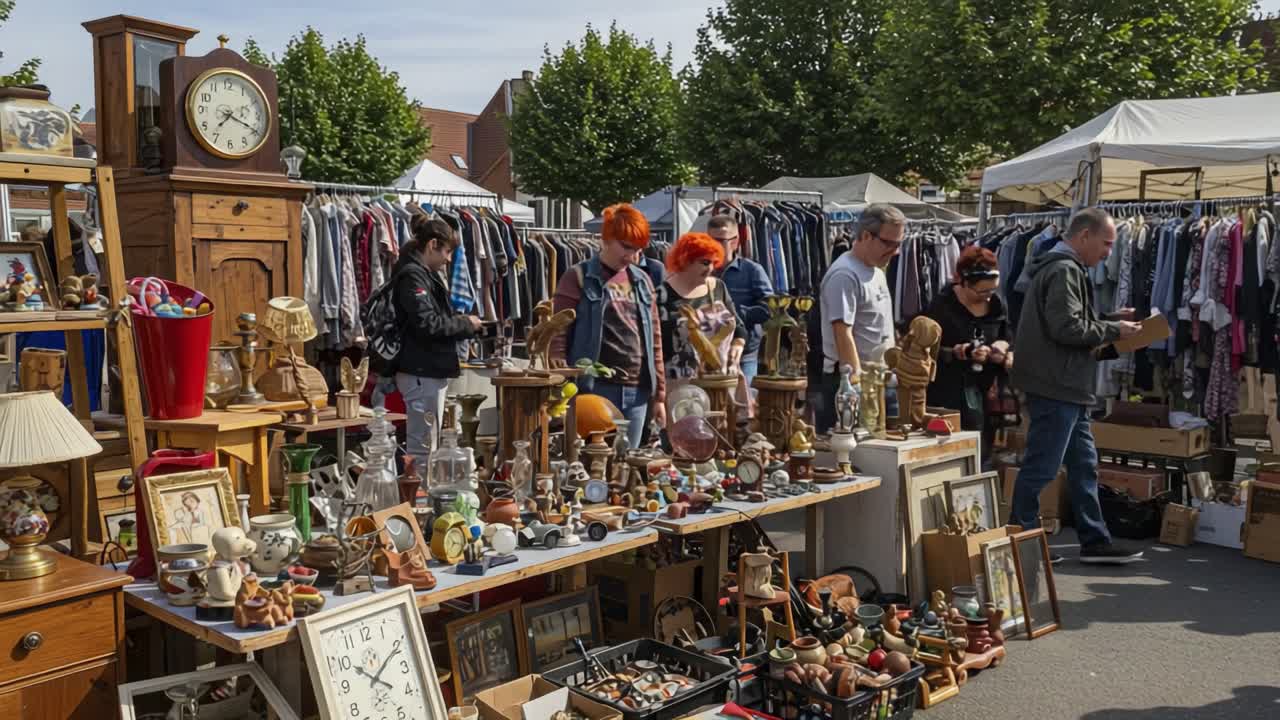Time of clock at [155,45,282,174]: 7:18
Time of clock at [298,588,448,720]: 10:10
